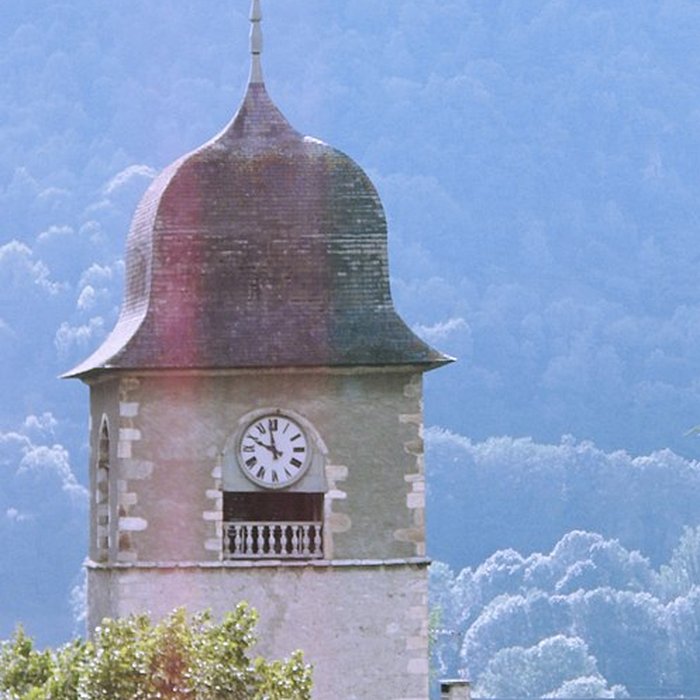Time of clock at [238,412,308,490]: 9:58
